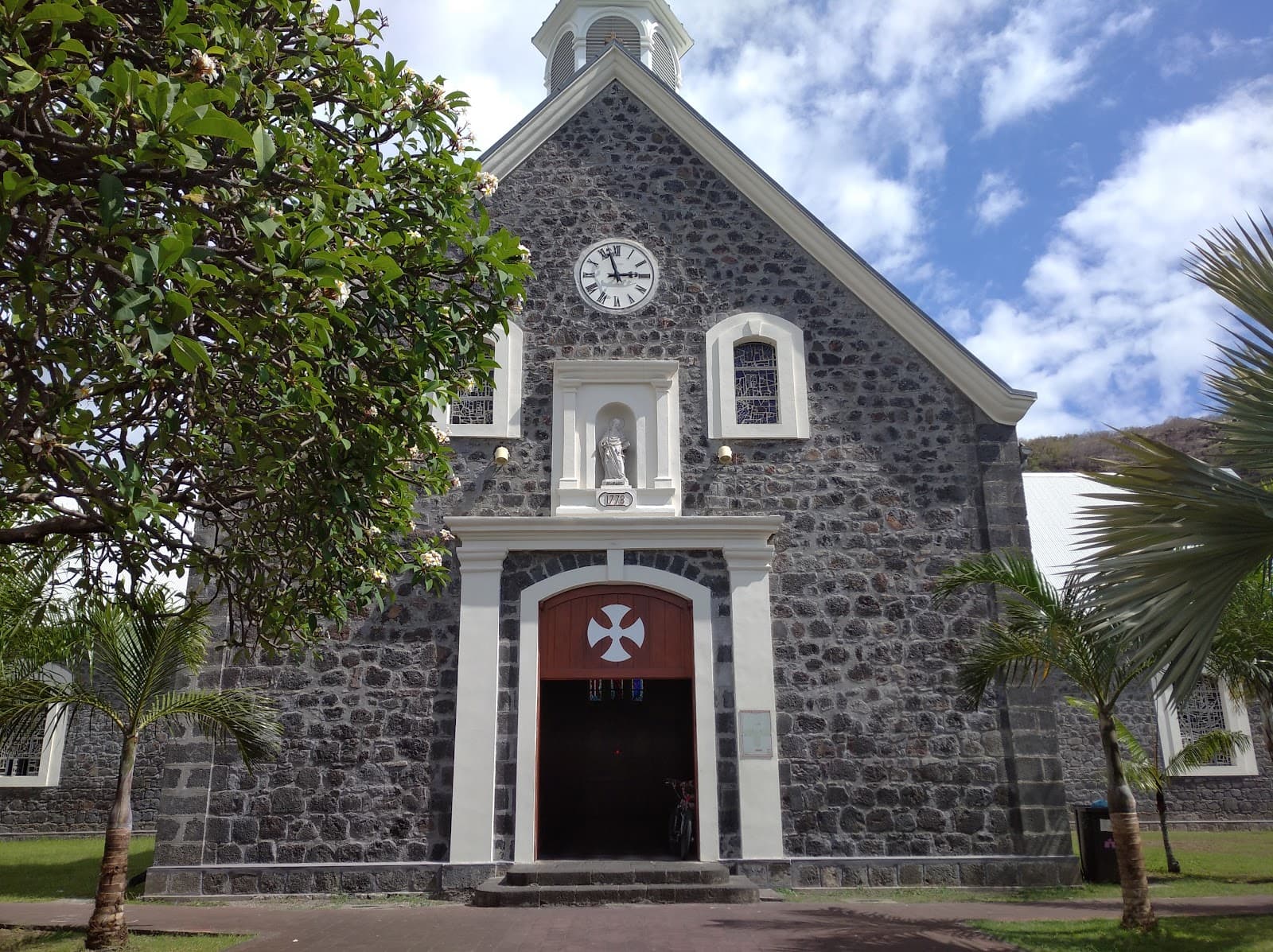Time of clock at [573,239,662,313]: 2:57
